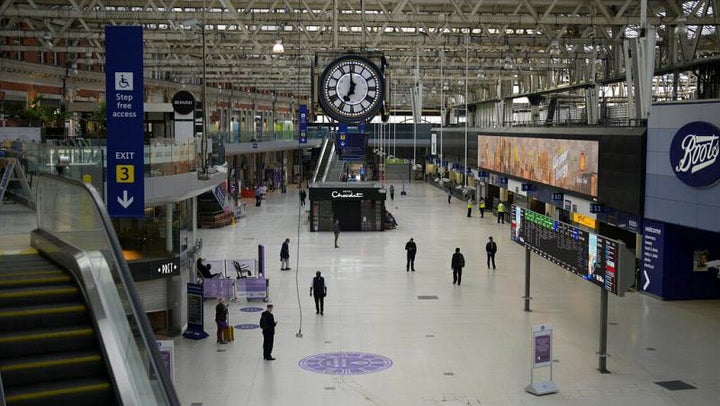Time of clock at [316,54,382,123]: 6:59
